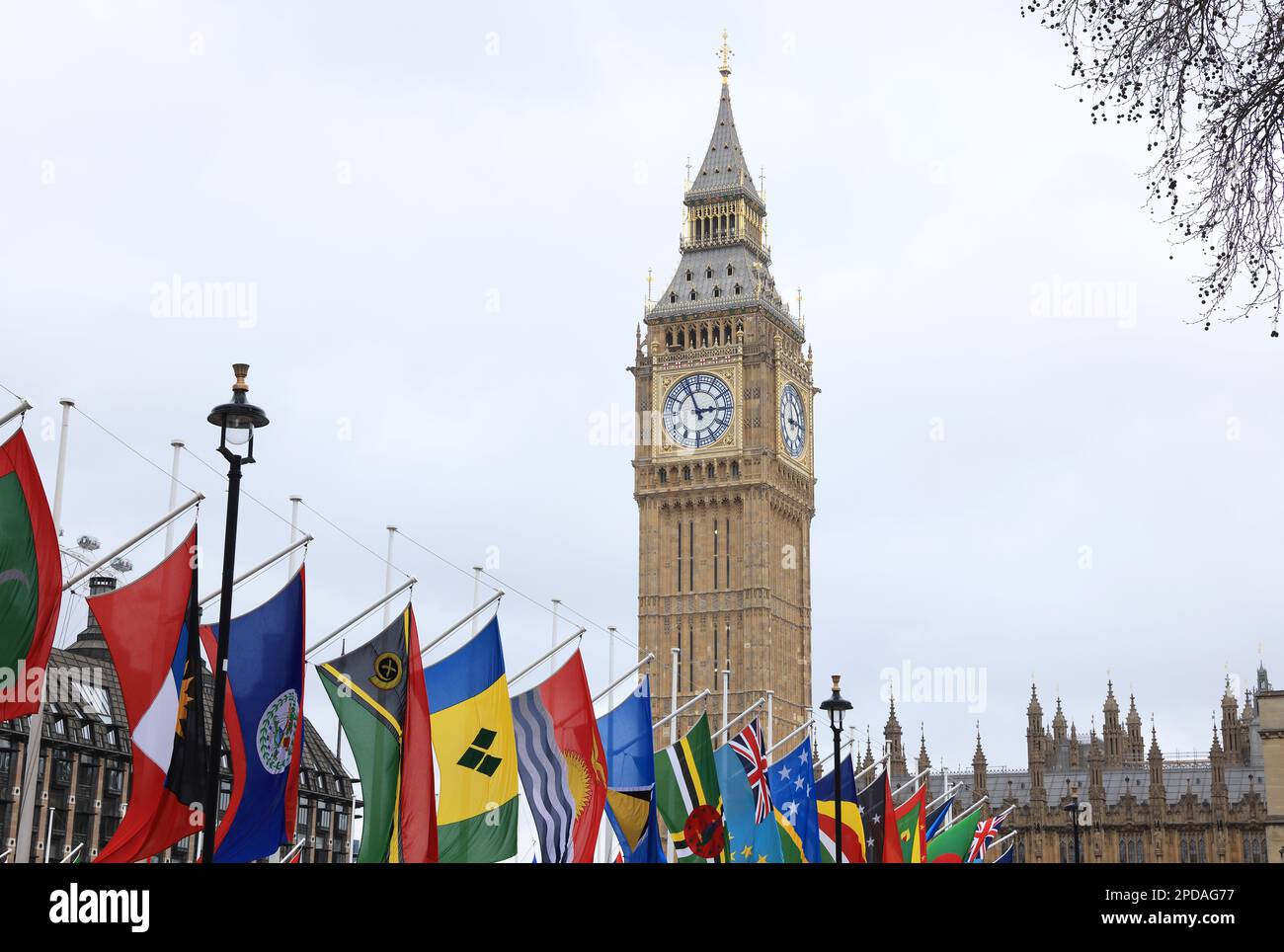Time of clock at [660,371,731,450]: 2:56
